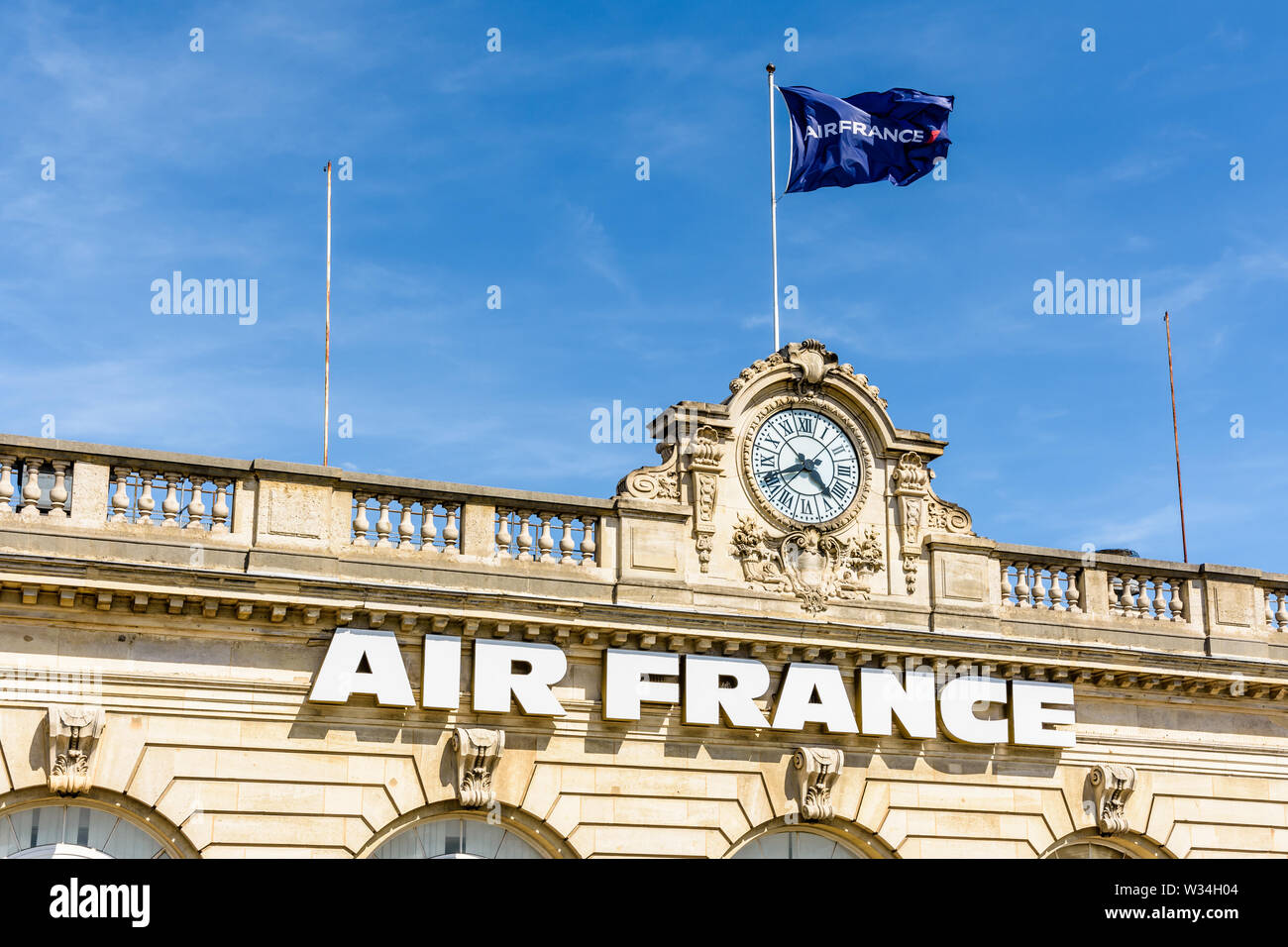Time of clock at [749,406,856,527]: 4:40
